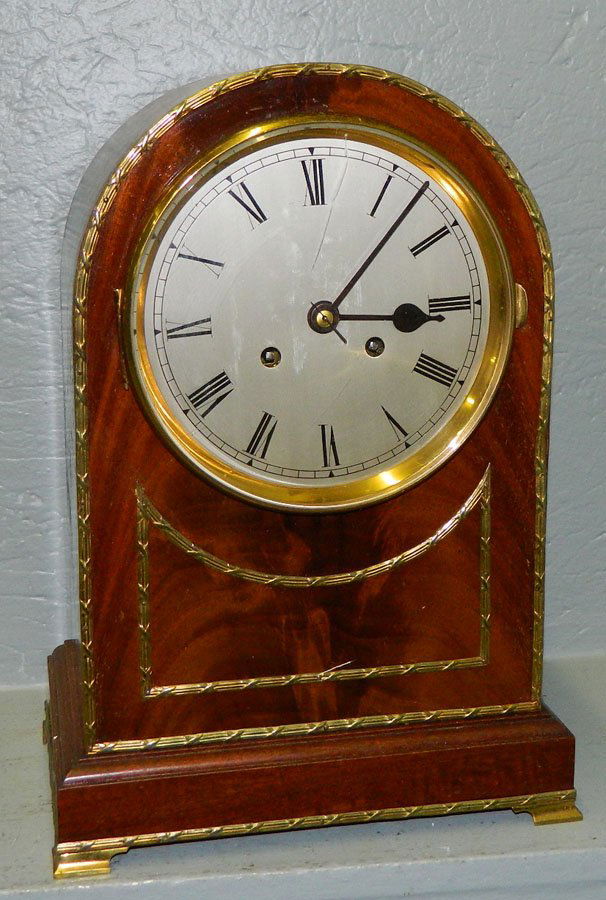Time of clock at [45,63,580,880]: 3:07
